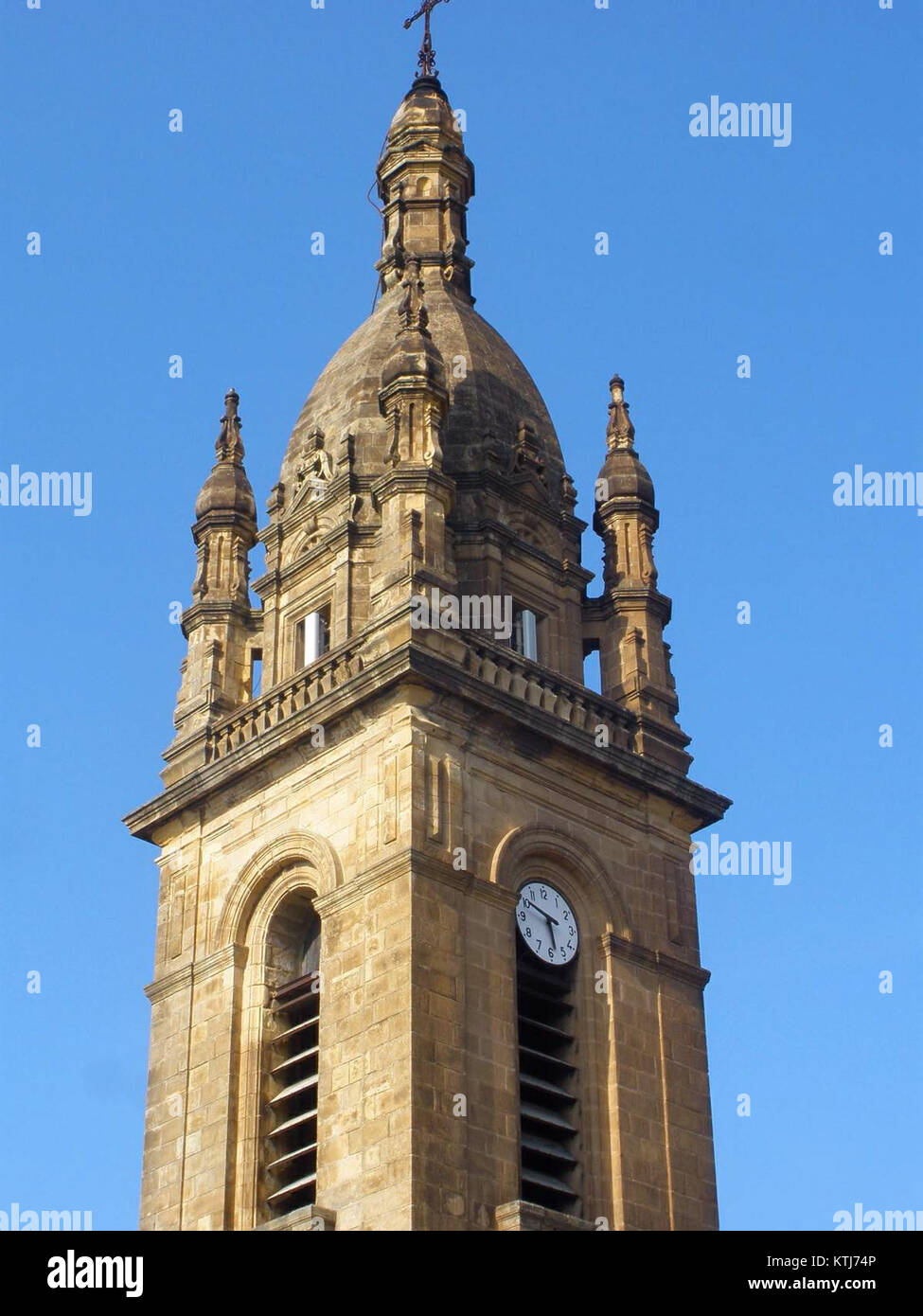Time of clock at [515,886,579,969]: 5:50
